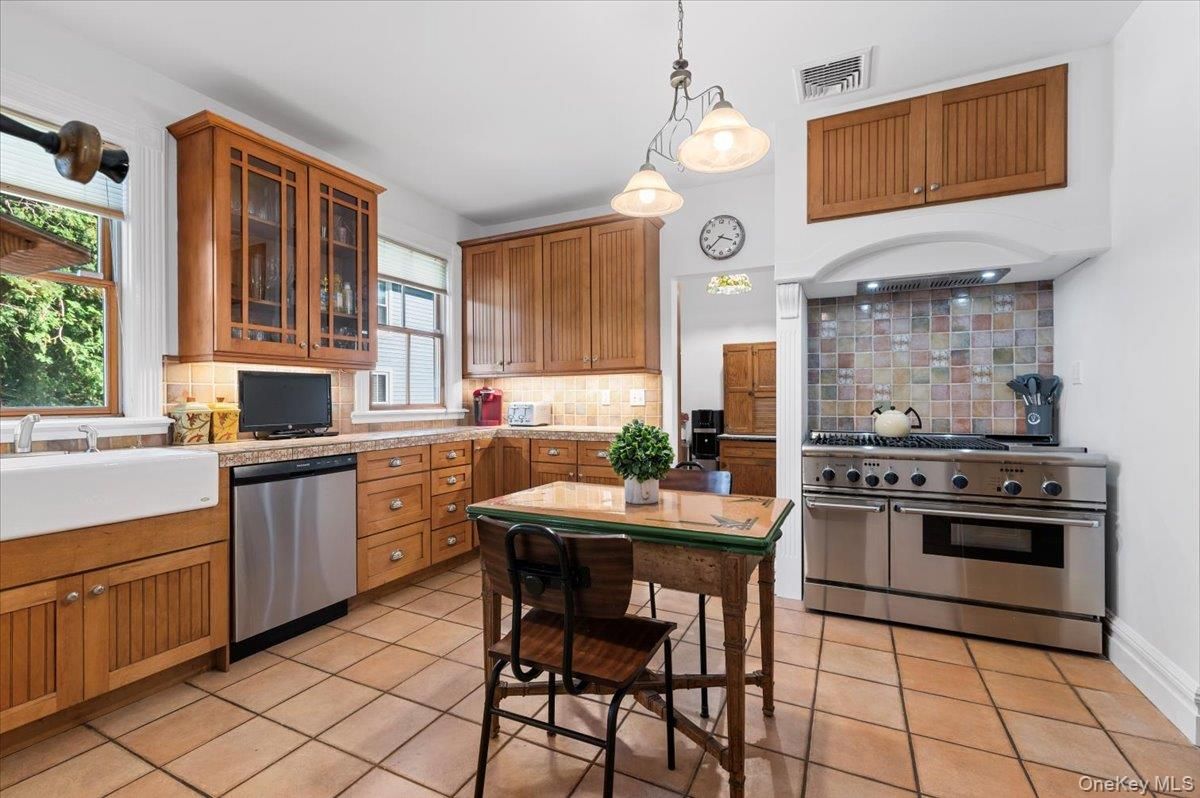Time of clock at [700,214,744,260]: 3:38
